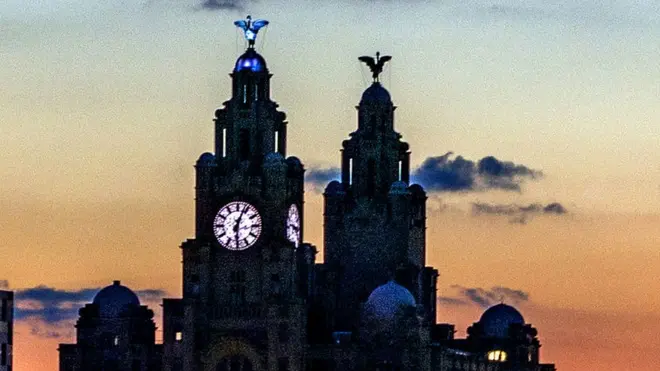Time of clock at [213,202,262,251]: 6:03
